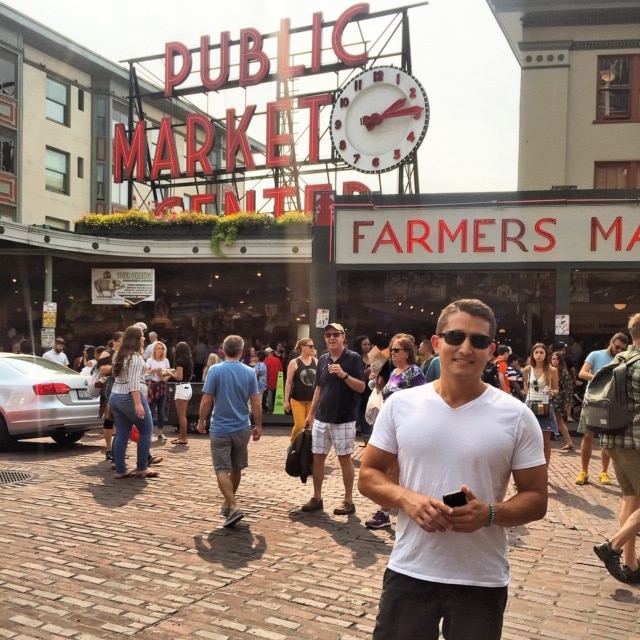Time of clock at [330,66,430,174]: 2:14
